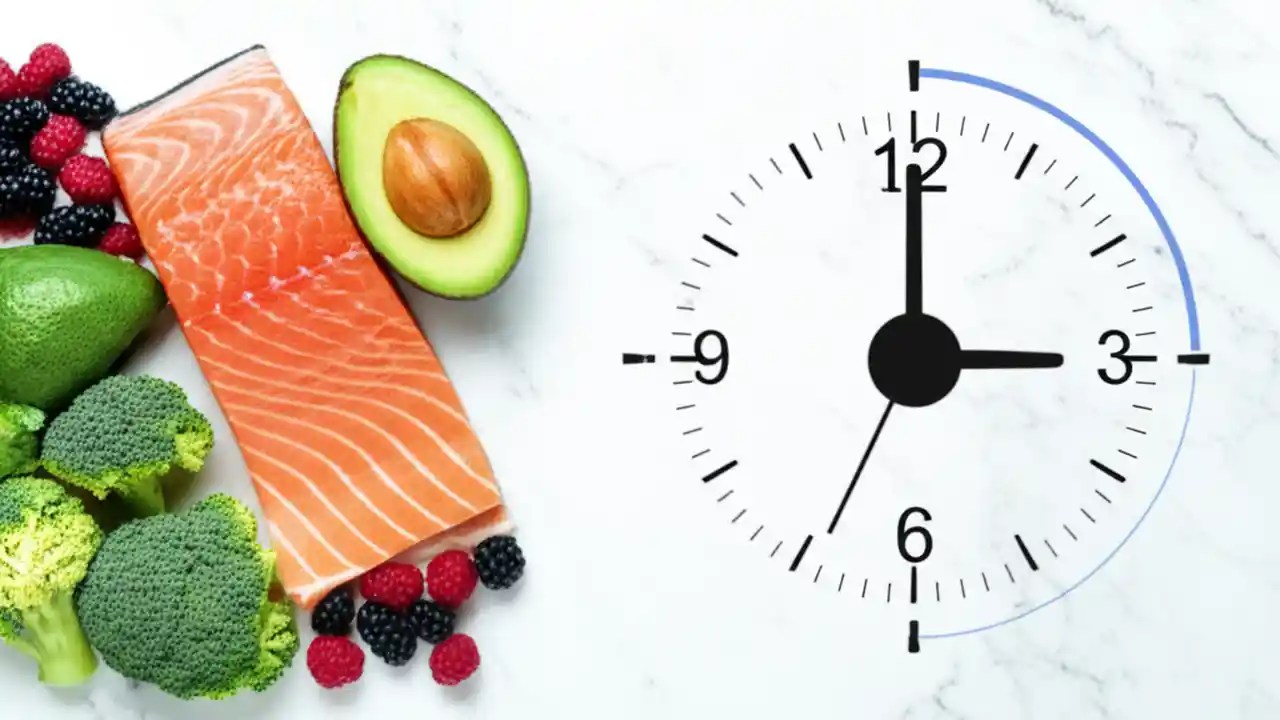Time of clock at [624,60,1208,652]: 3:00
